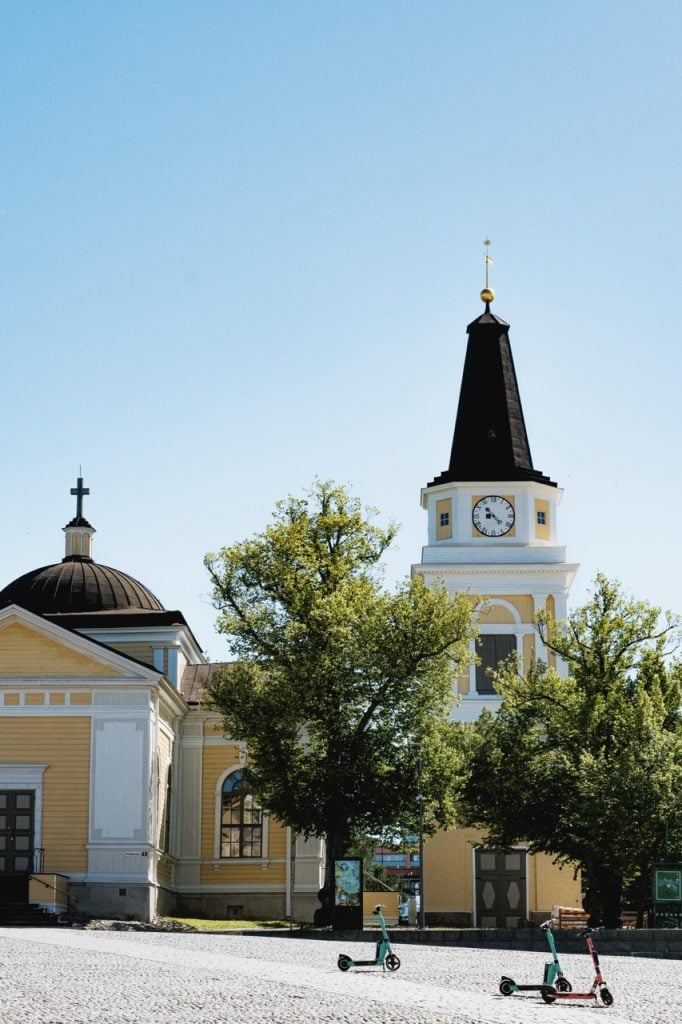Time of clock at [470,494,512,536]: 8:22
